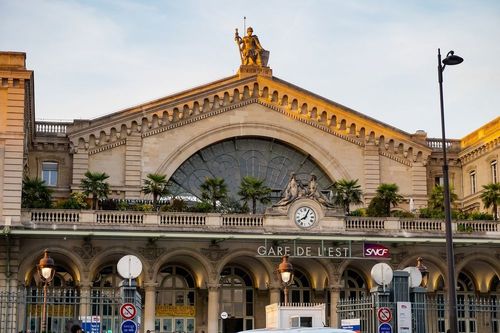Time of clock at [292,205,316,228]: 8:04
